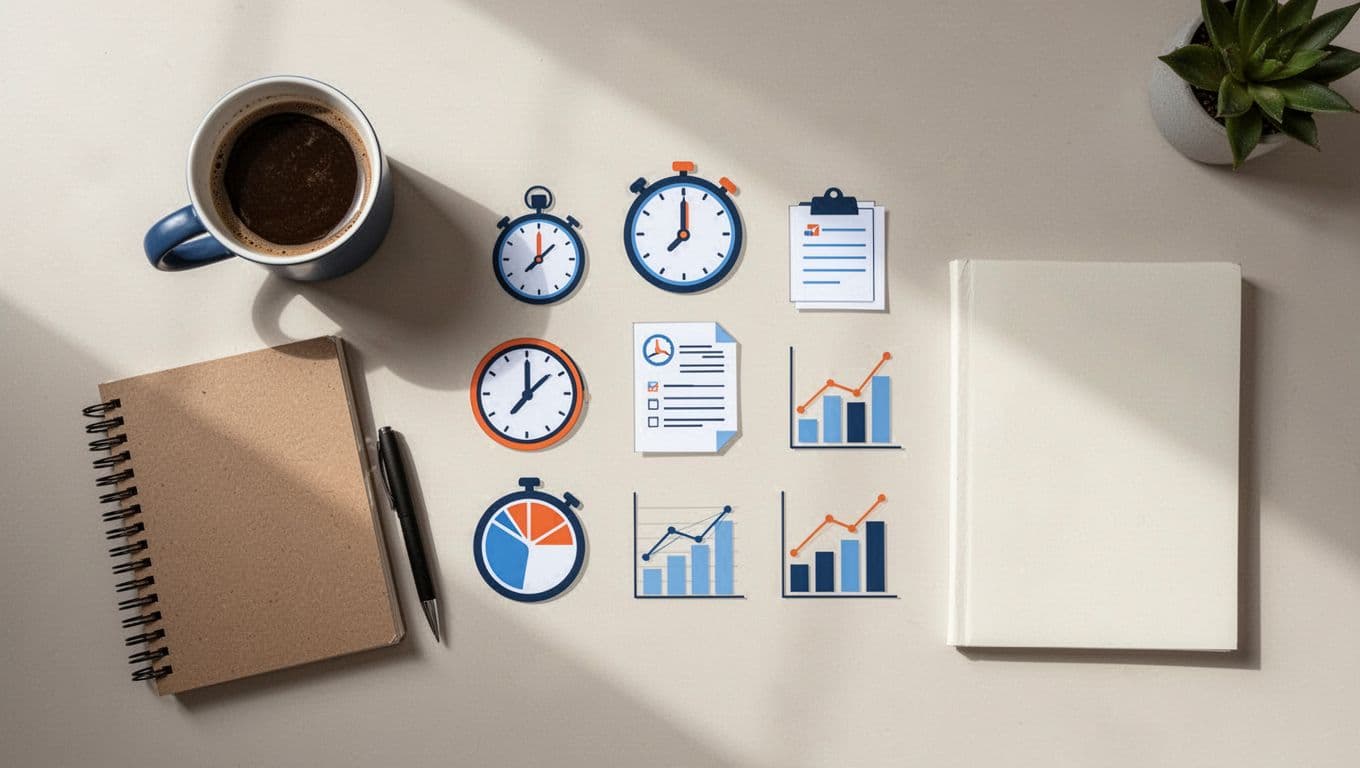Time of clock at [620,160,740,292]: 12:00
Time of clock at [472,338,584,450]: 11:59
